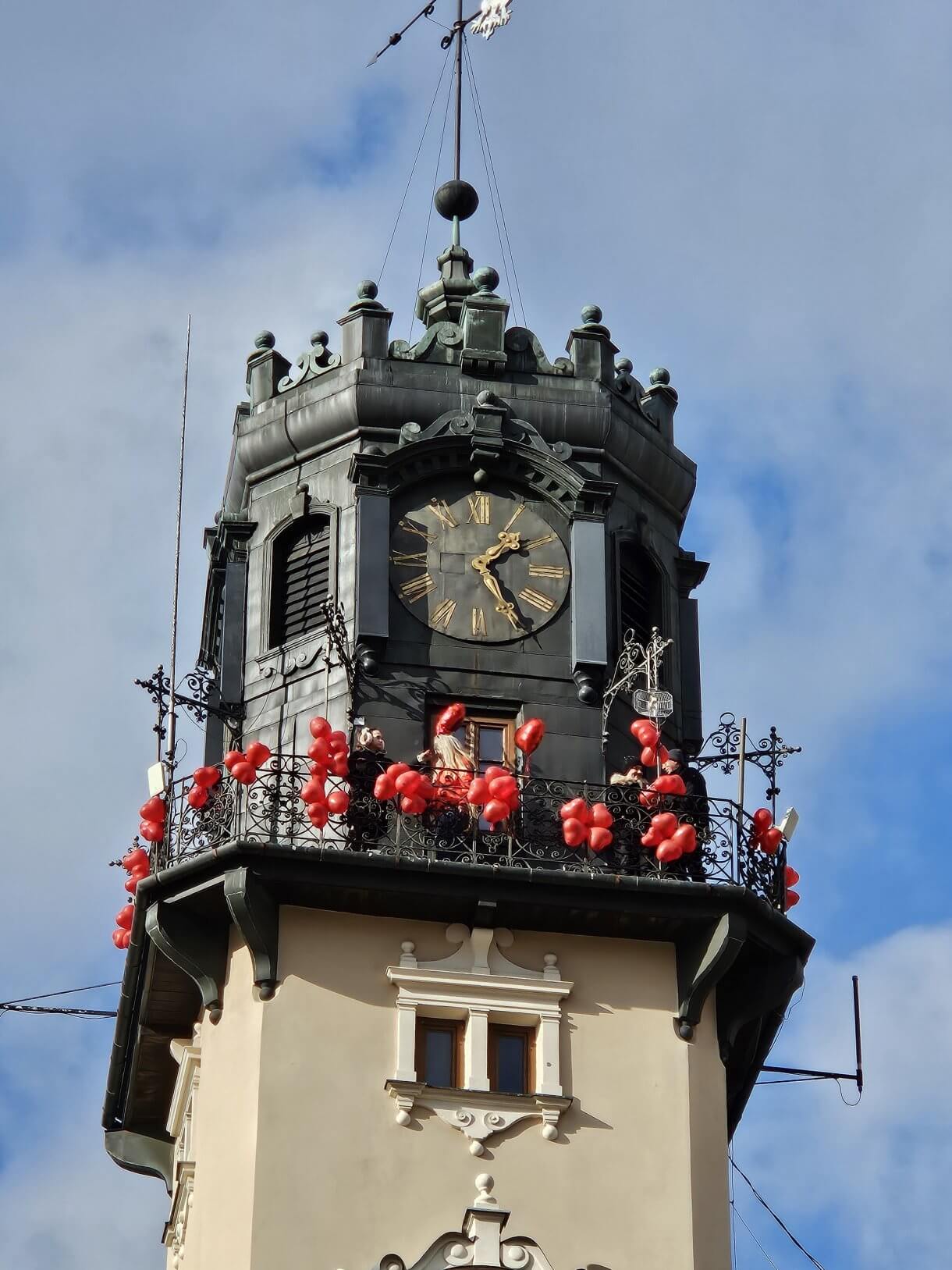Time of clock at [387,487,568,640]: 1:24
